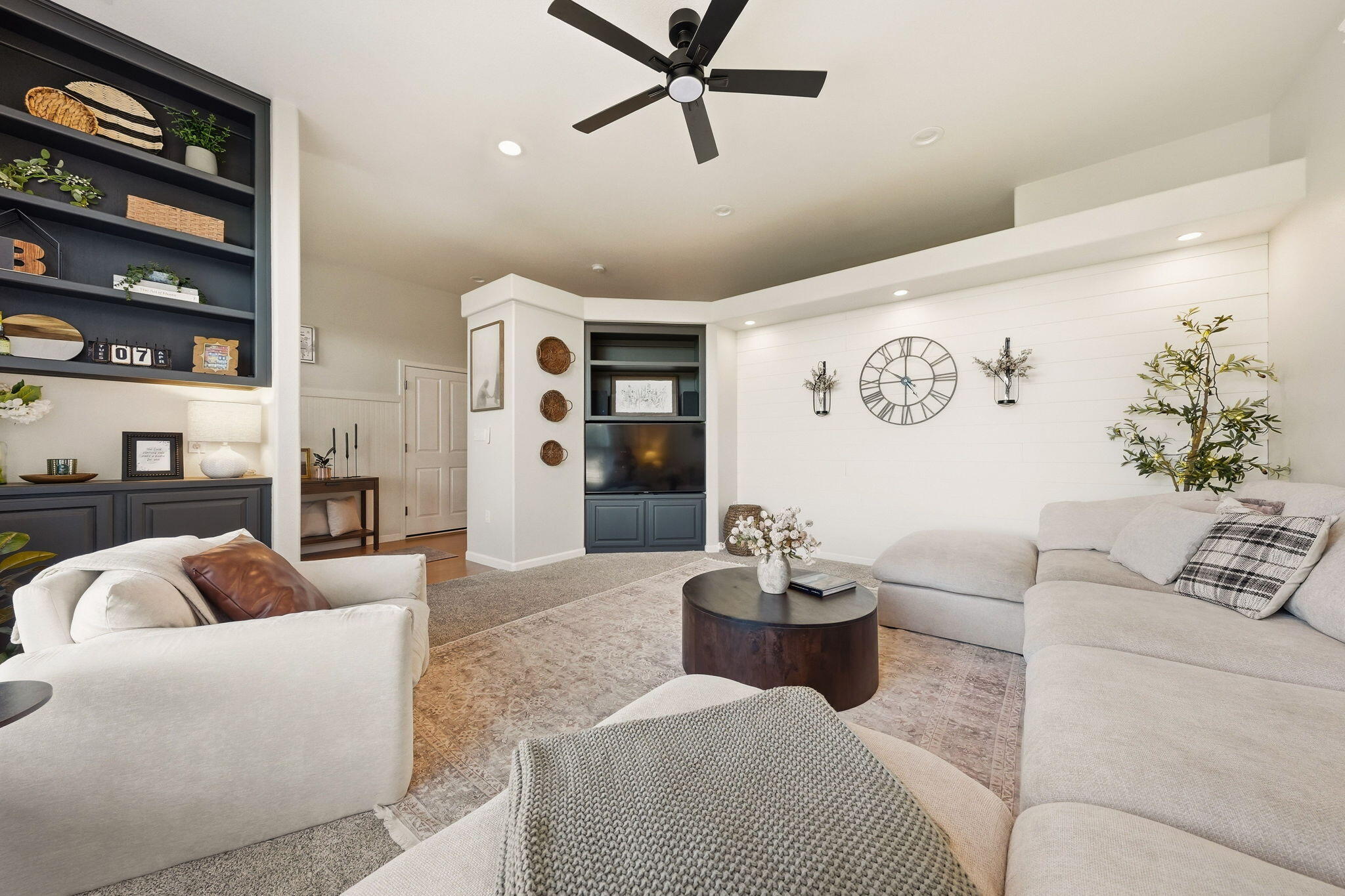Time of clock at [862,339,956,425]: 10:14
